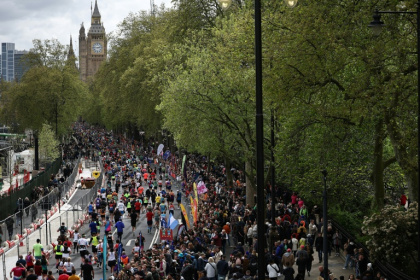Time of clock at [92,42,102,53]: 2:45
